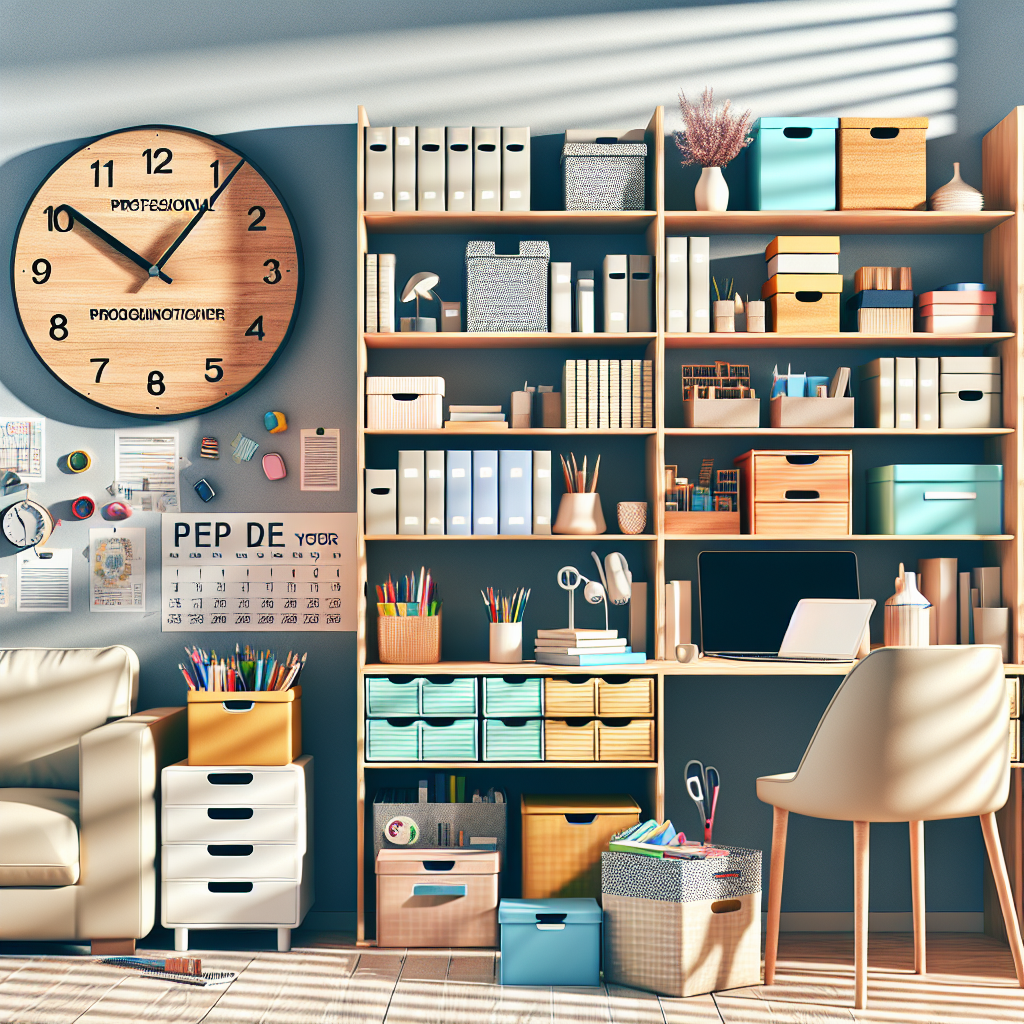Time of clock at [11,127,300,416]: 10:06
